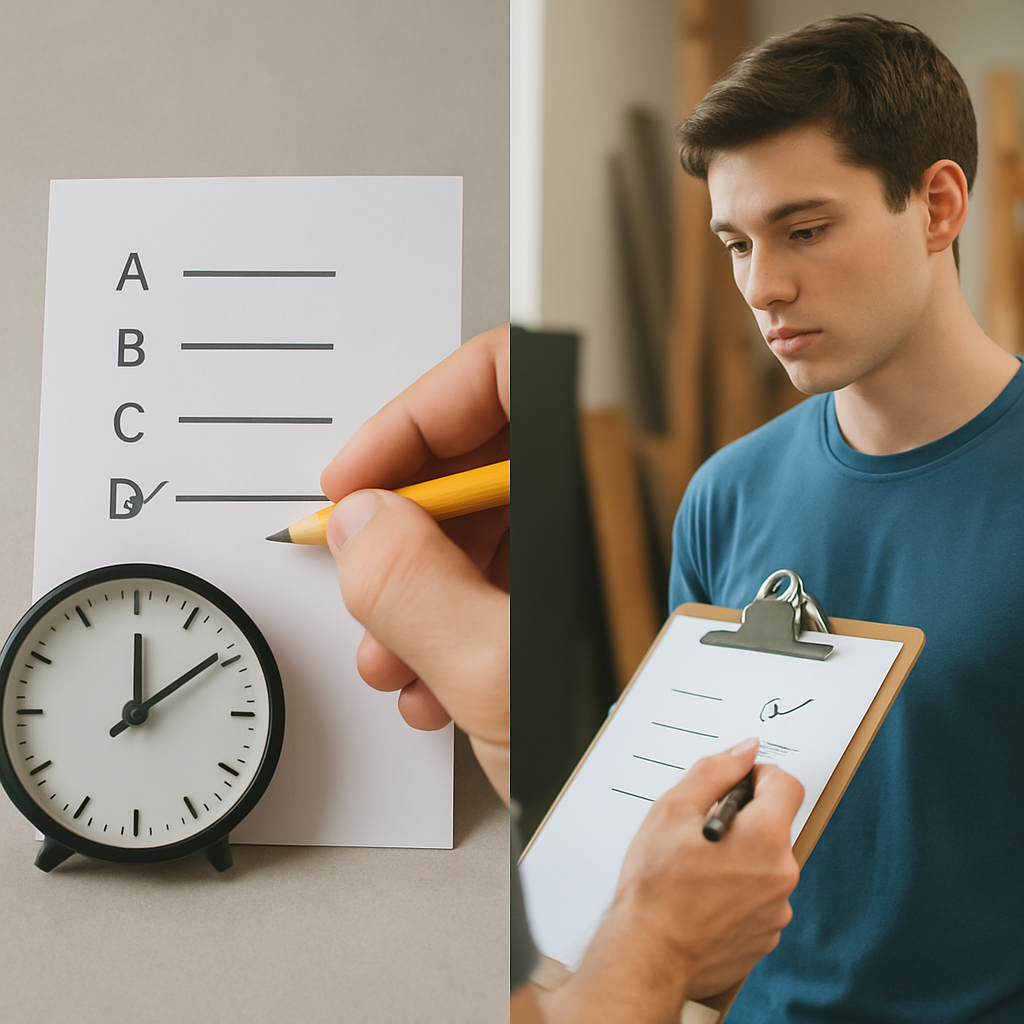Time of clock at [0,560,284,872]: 12:09
